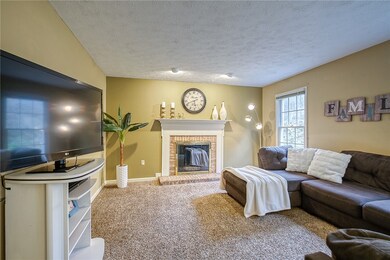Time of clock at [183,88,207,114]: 5:41
